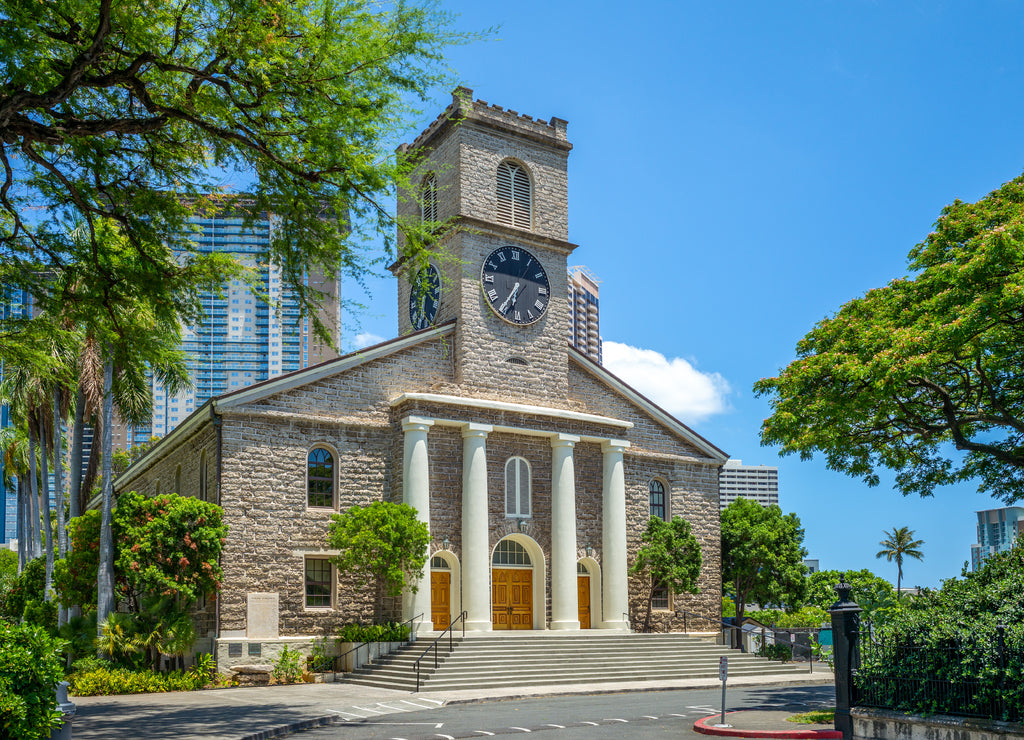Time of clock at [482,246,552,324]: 6:35
